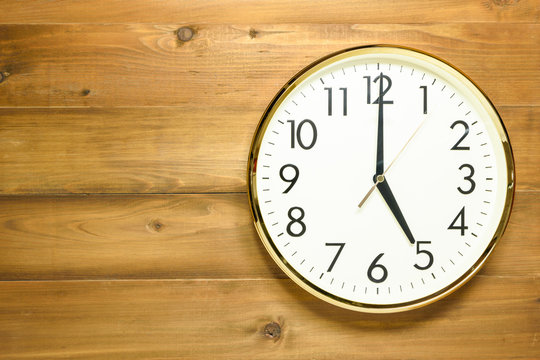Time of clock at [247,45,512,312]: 5:00
